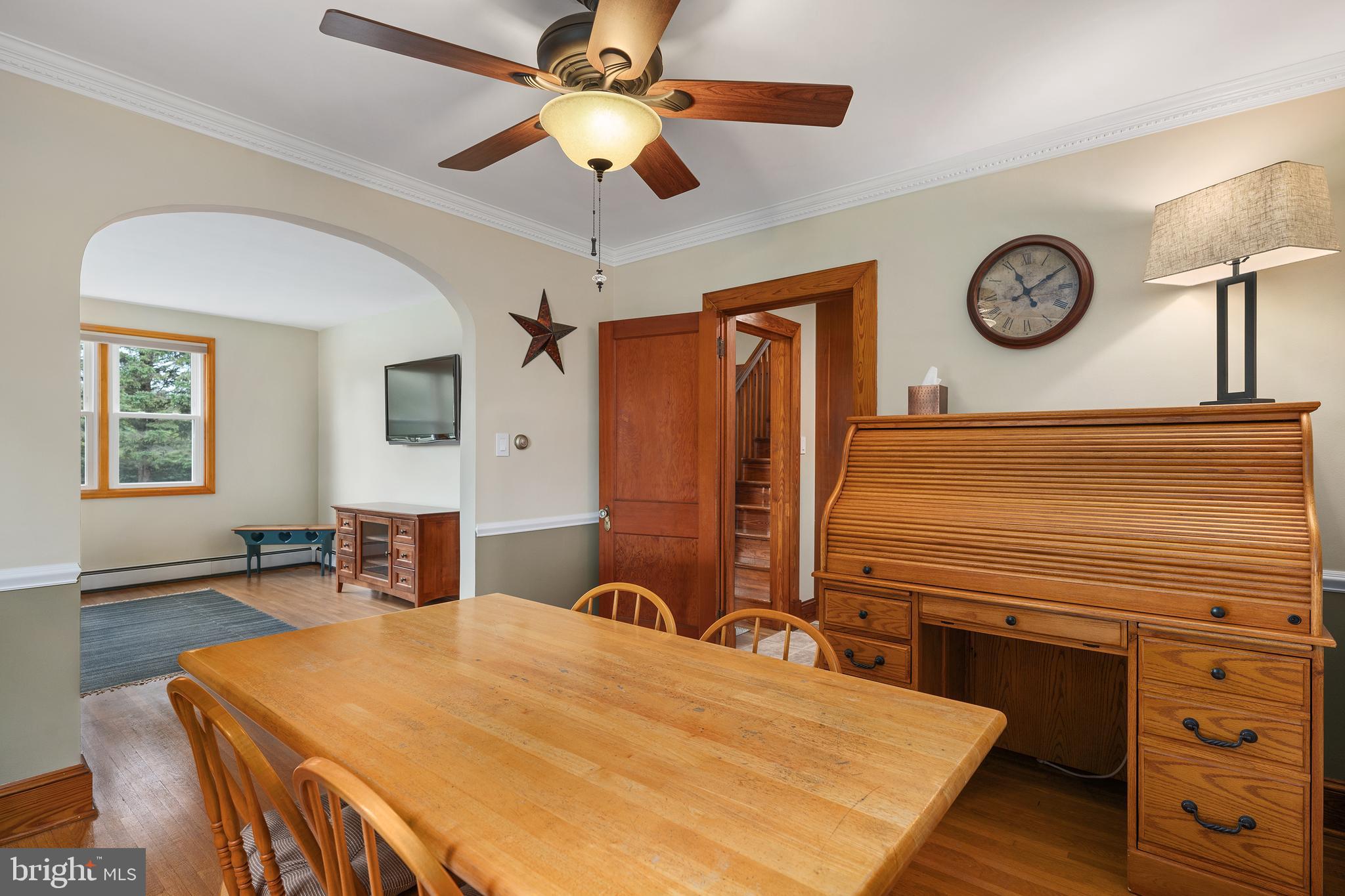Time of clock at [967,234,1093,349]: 11:09
